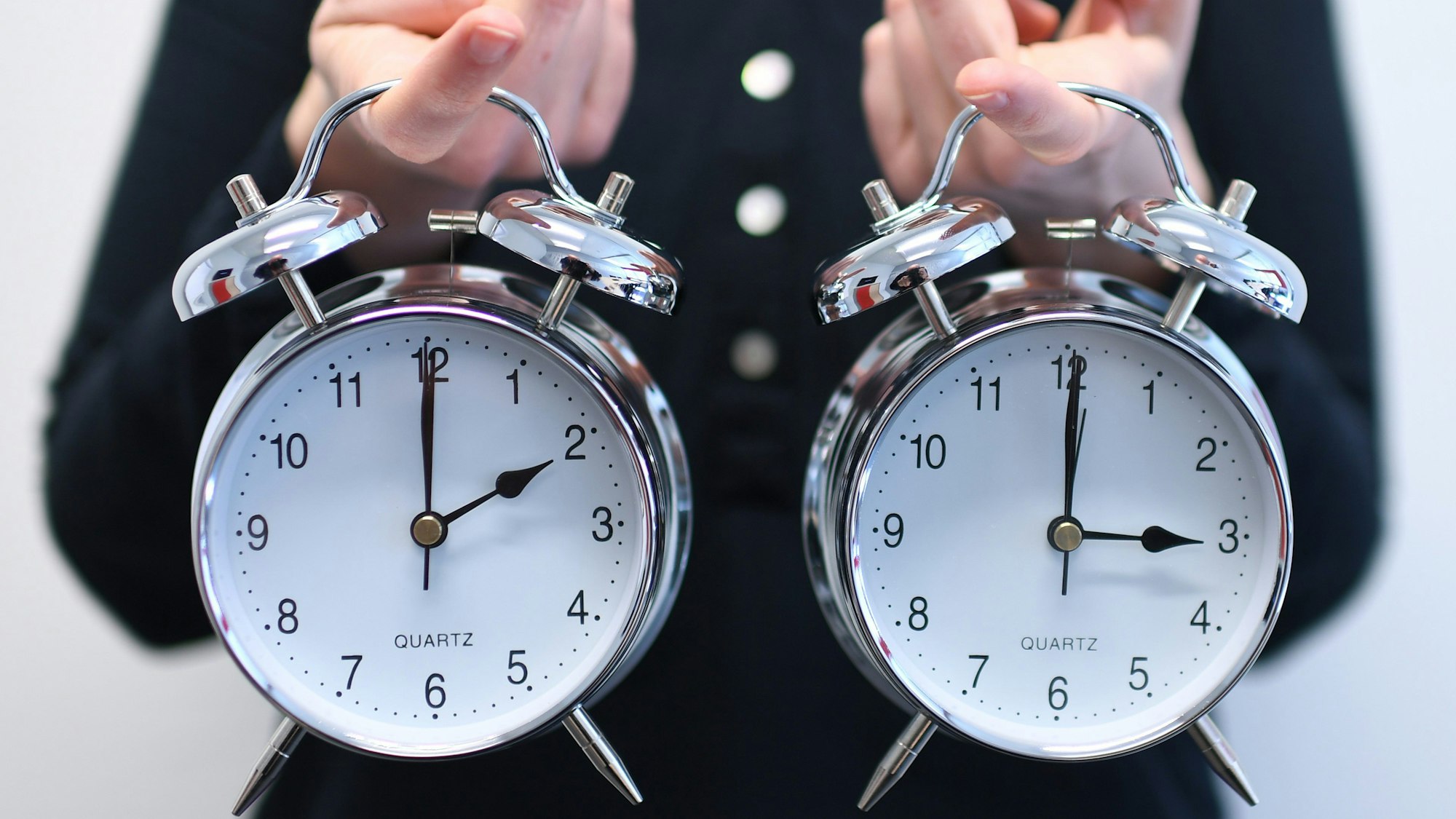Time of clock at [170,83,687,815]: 2:00
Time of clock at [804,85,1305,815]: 3:00
